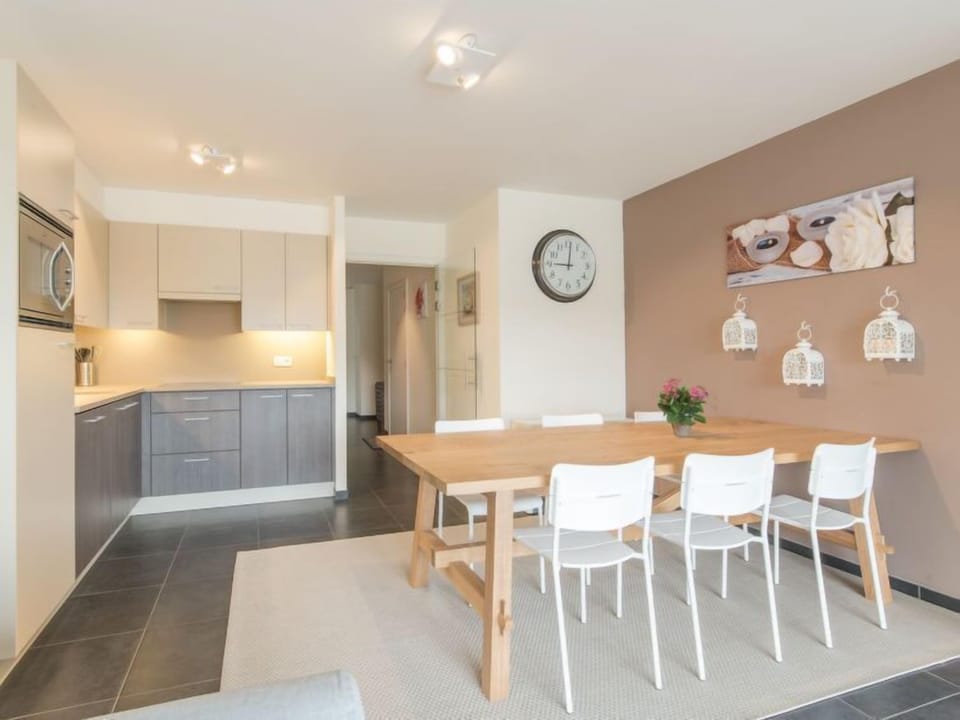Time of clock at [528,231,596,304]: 9:01
